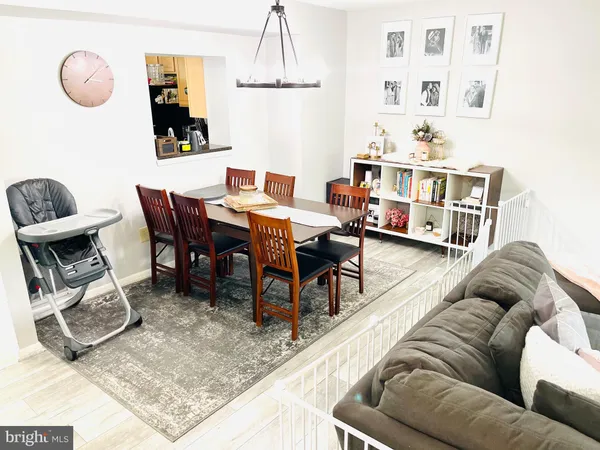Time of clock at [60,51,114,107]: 3:08
